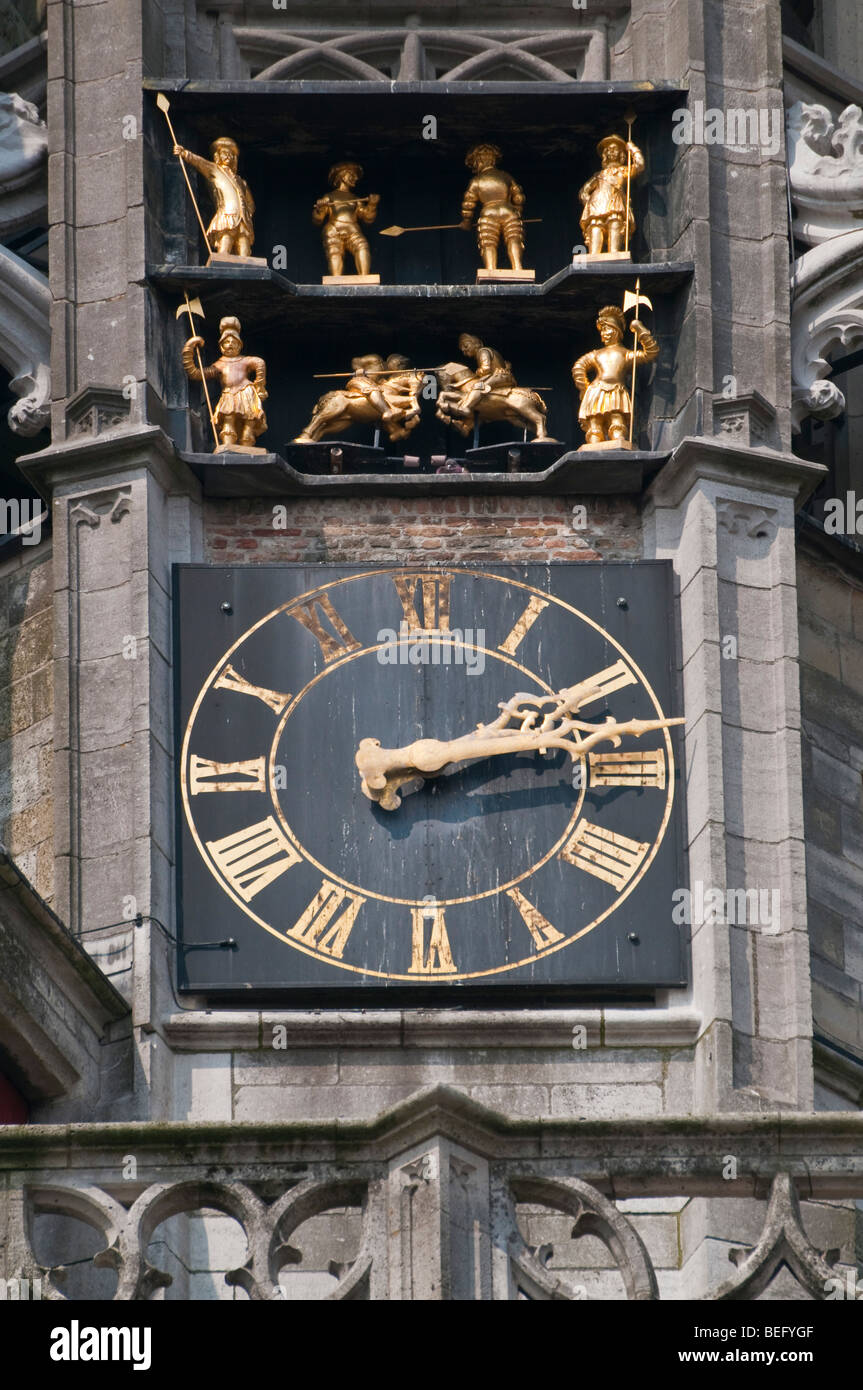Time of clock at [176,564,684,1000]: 2:13
